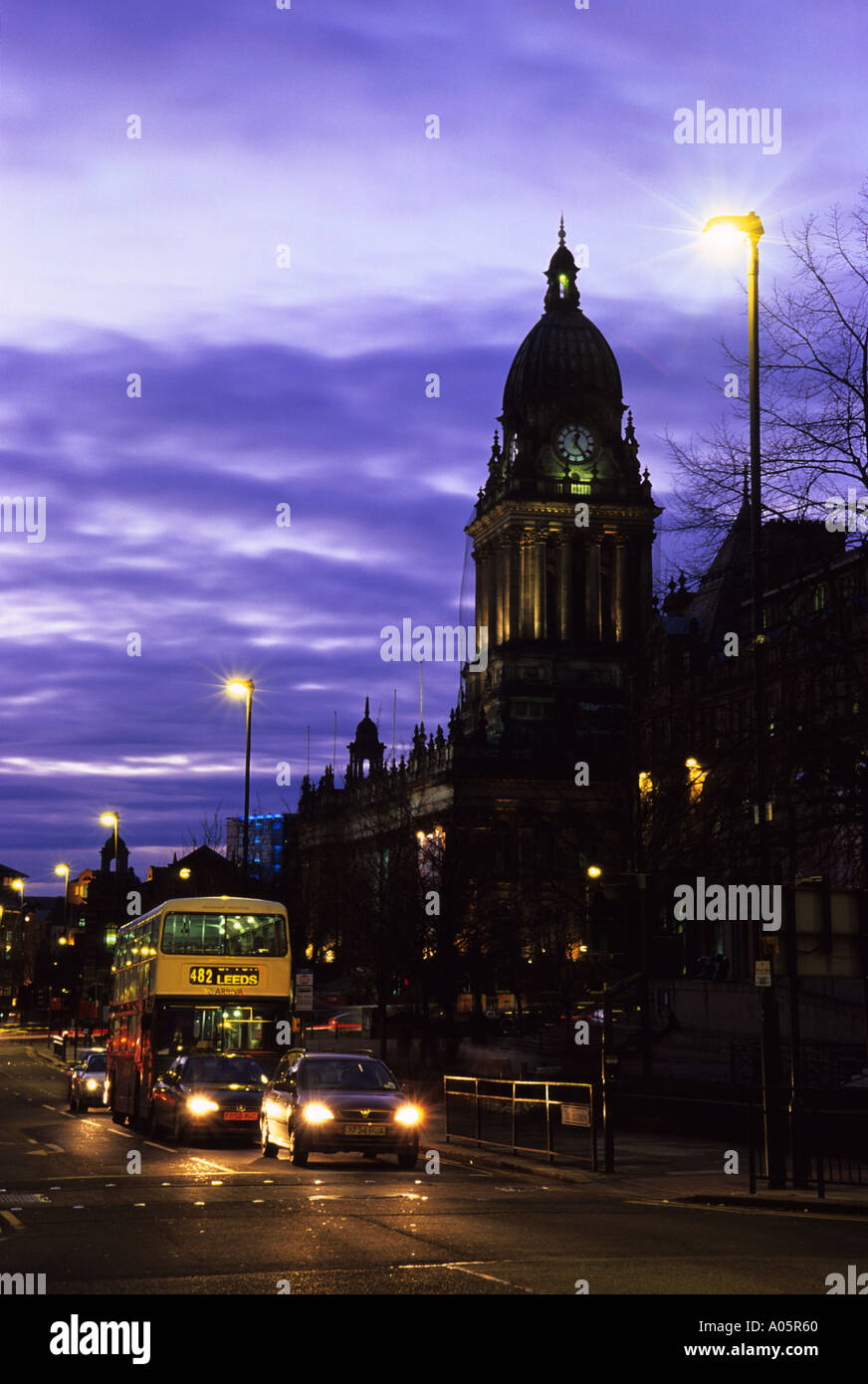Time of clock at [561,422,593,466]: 12:23
